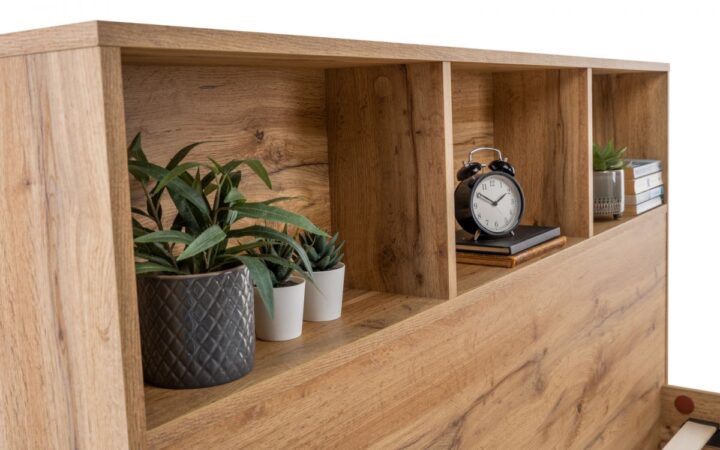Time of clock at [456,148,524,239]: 1:50
